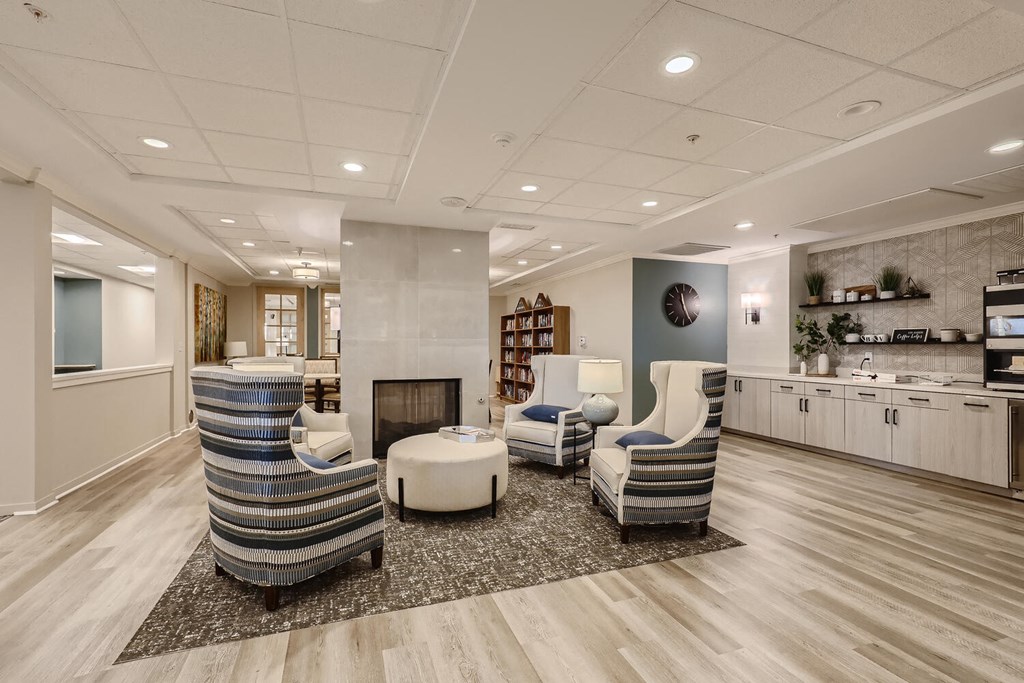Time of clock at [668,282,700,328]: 11:25
